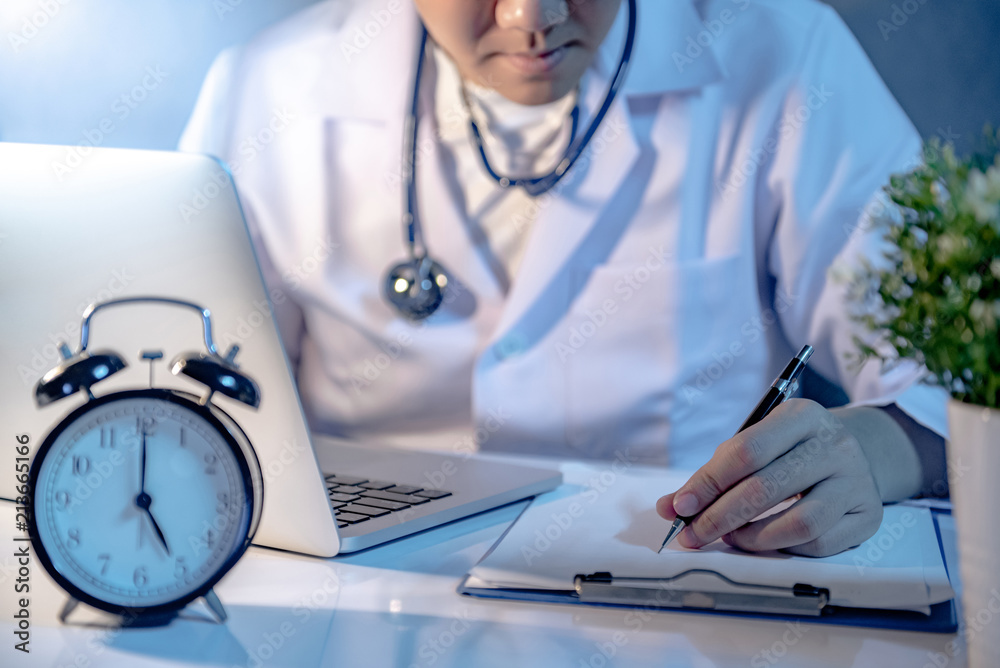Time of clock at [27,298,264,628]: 5:00
